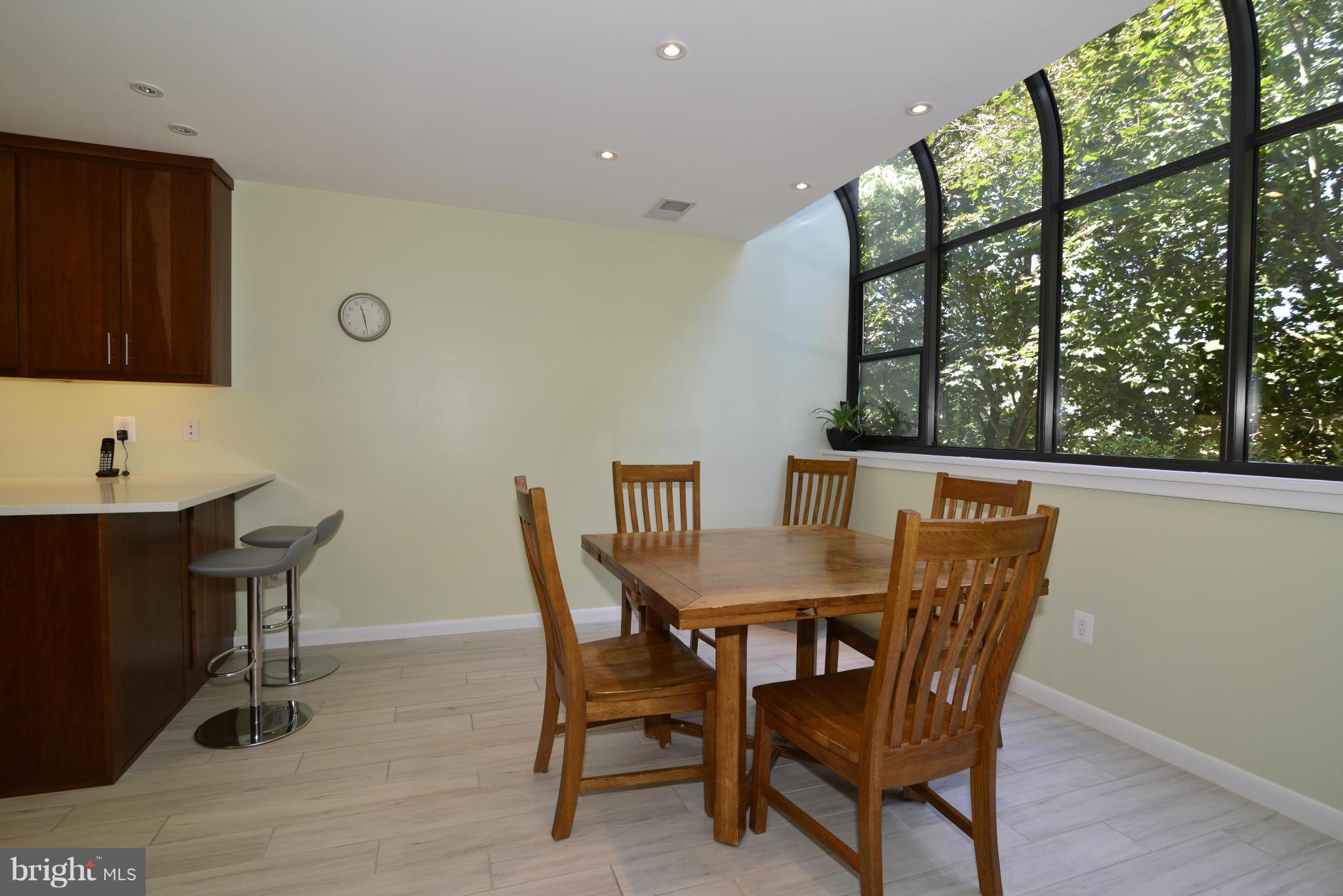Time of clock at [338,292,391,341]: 11:28
